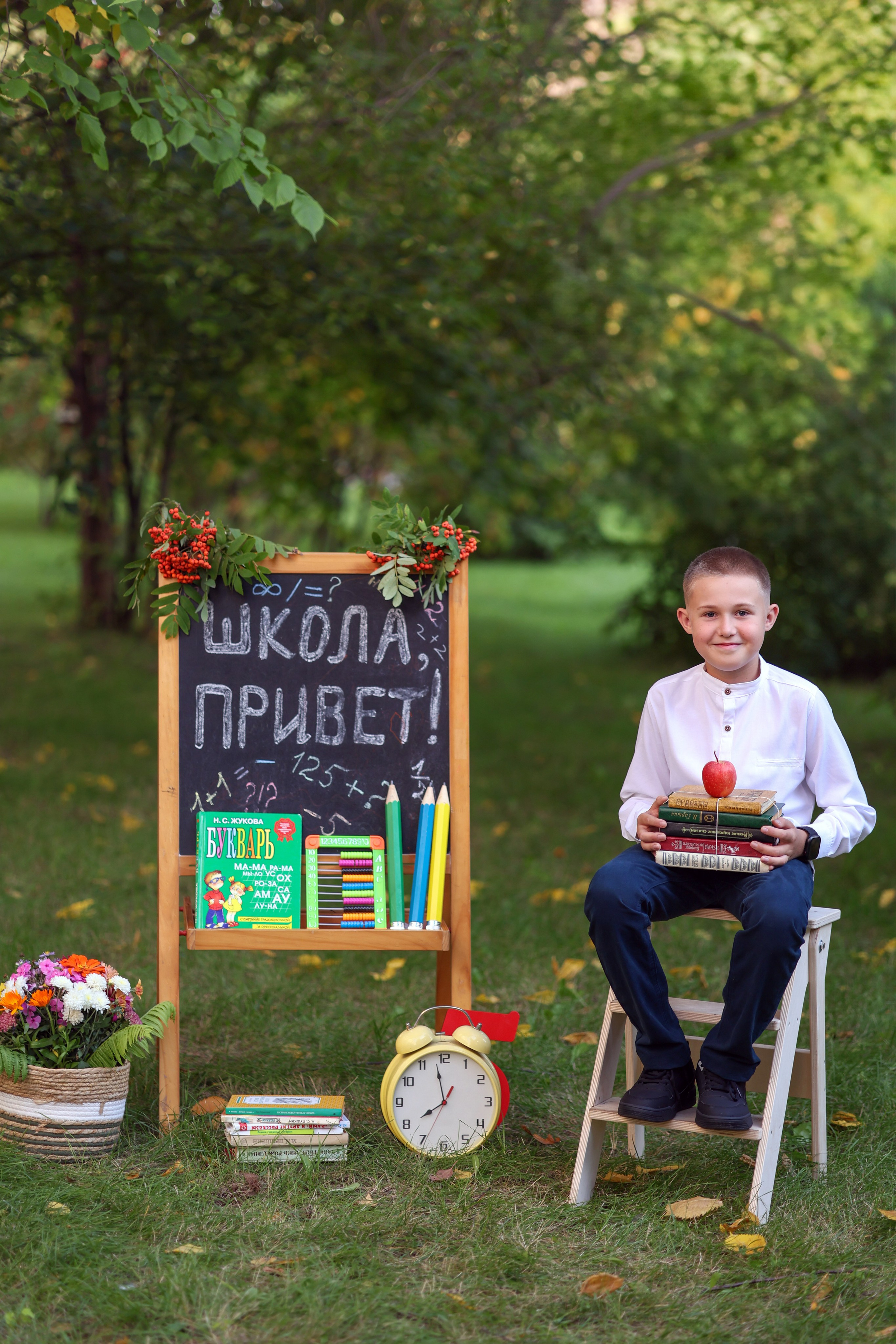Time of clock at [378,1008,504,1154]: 7:58
